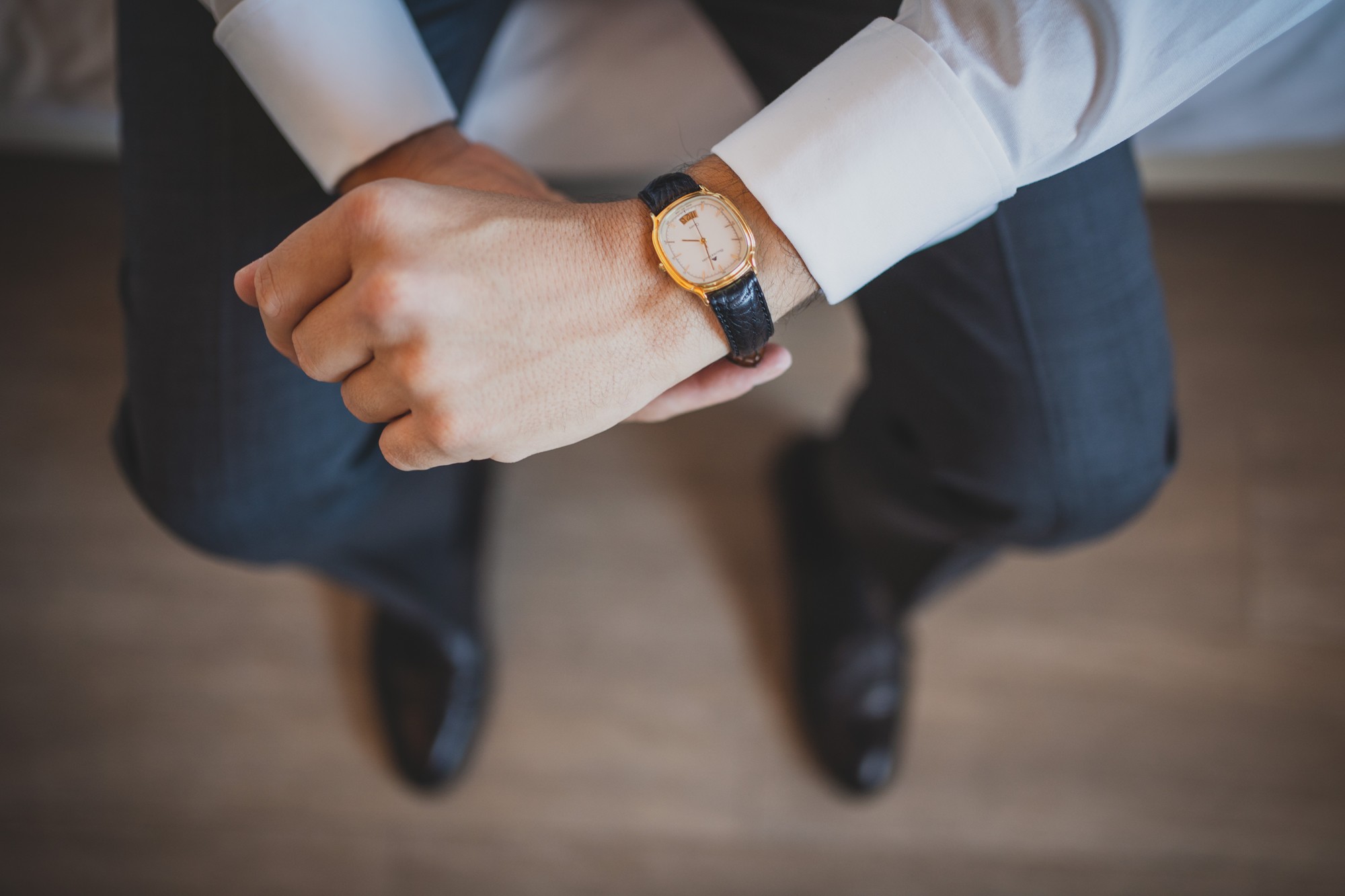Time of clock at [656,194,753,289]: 9:27
